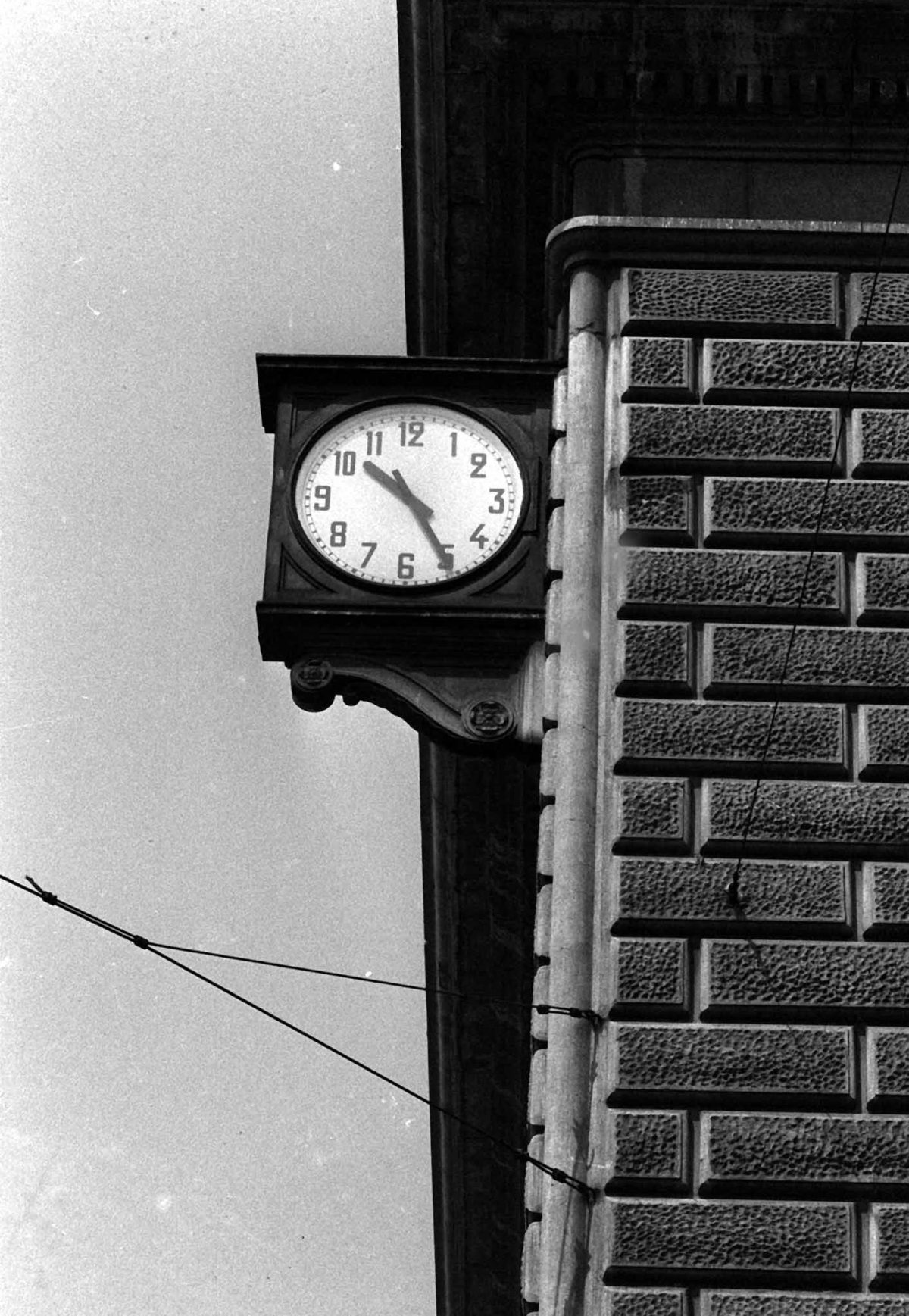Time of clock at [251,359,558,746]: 10:25
